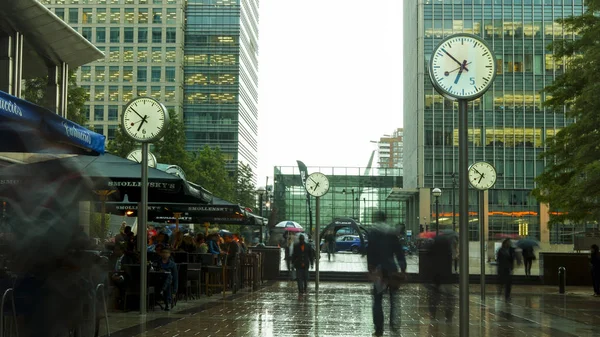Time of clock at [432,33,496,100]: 6:52
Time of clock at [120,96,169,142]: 6:52
